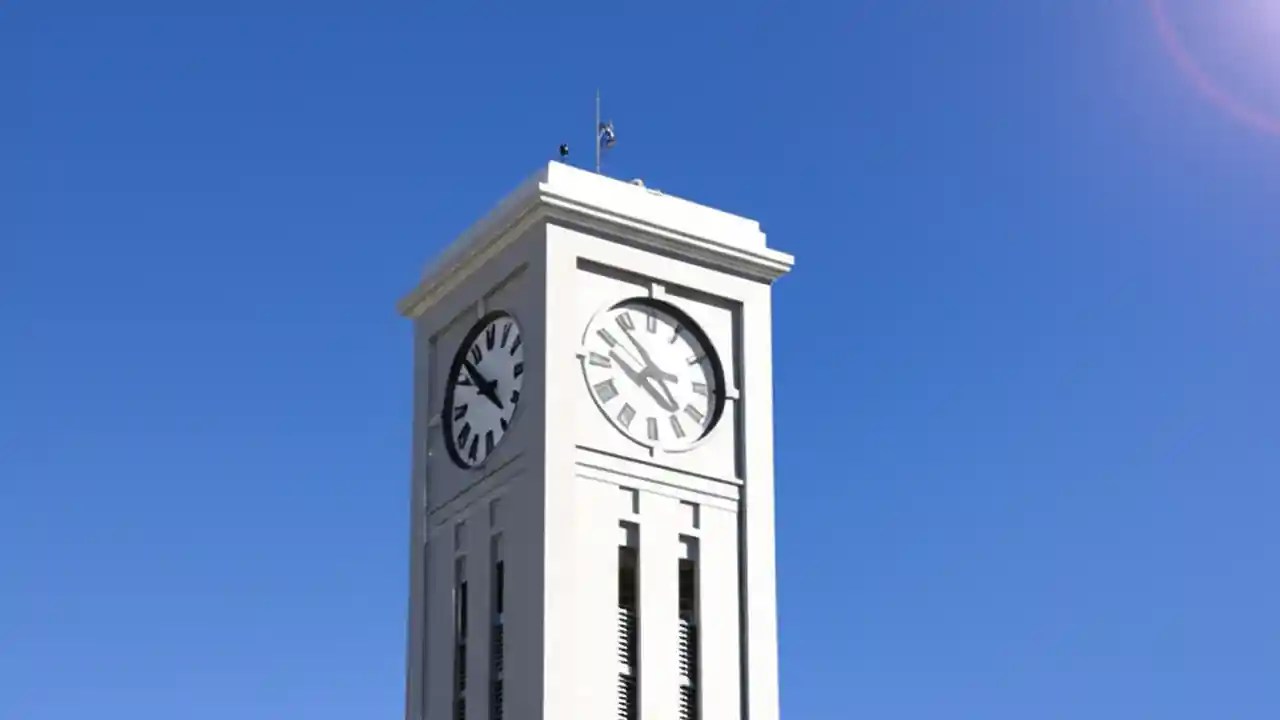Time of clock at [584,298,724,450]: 2:53
